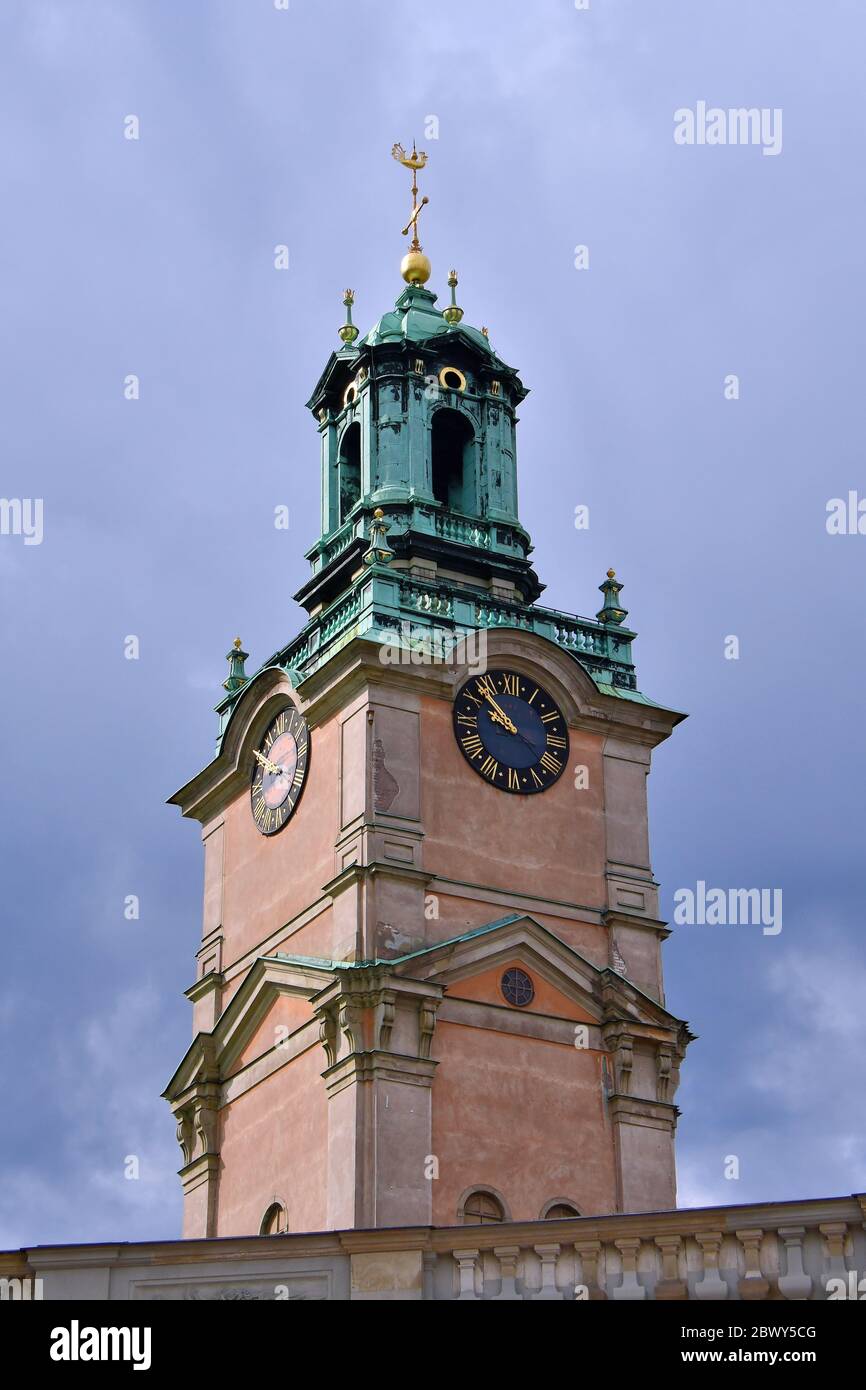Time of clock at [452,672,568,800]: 9:53
